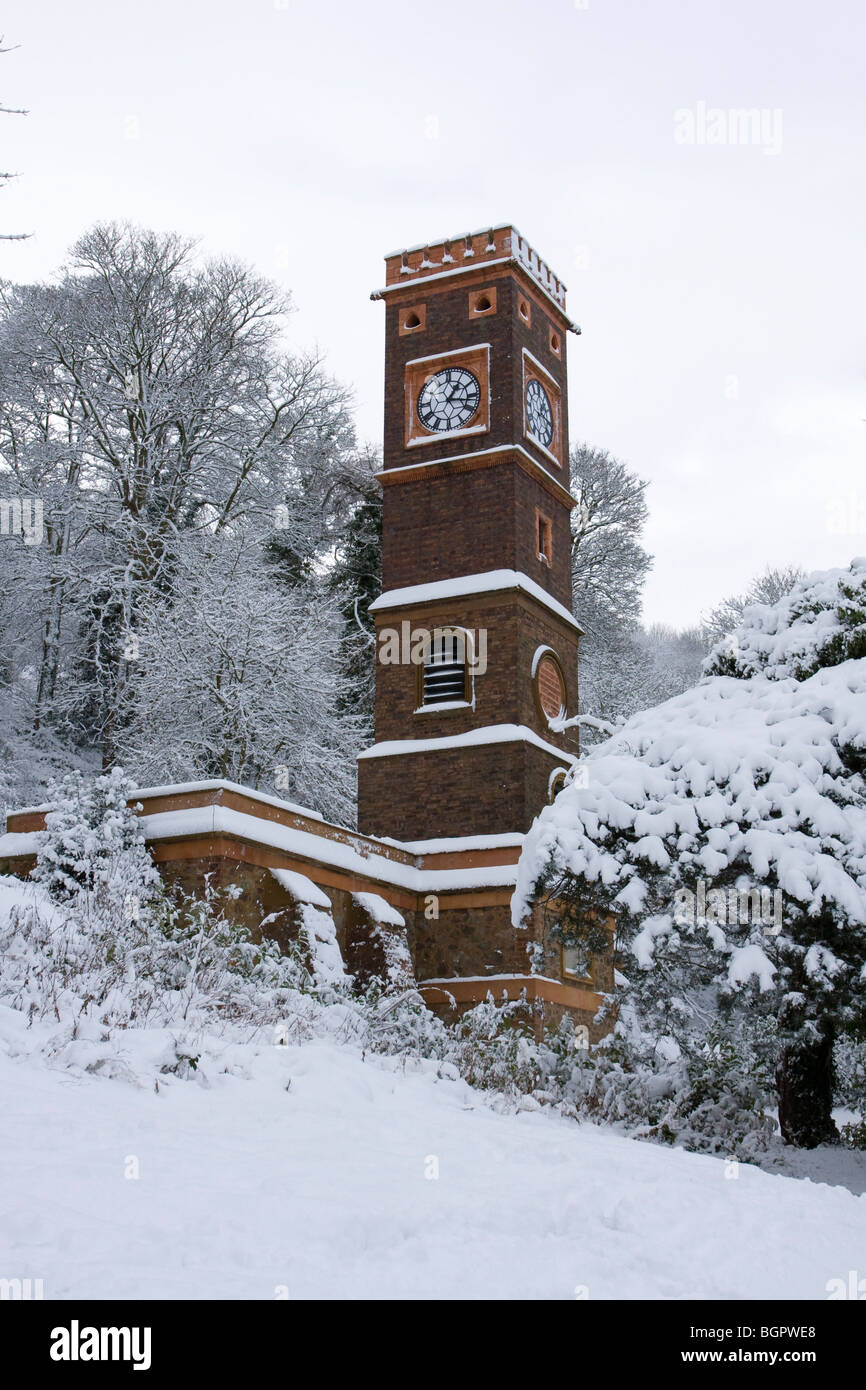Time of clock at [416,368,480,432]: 1:16
